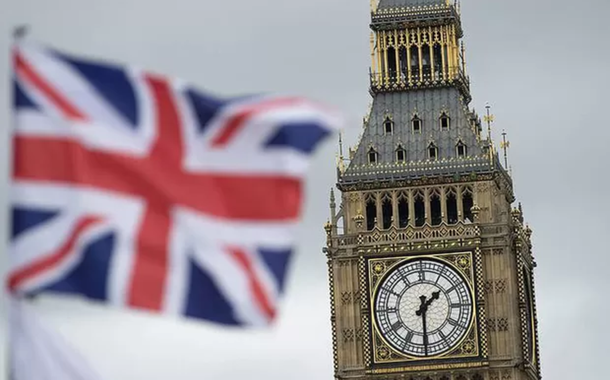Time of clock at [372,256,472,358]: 1:29
